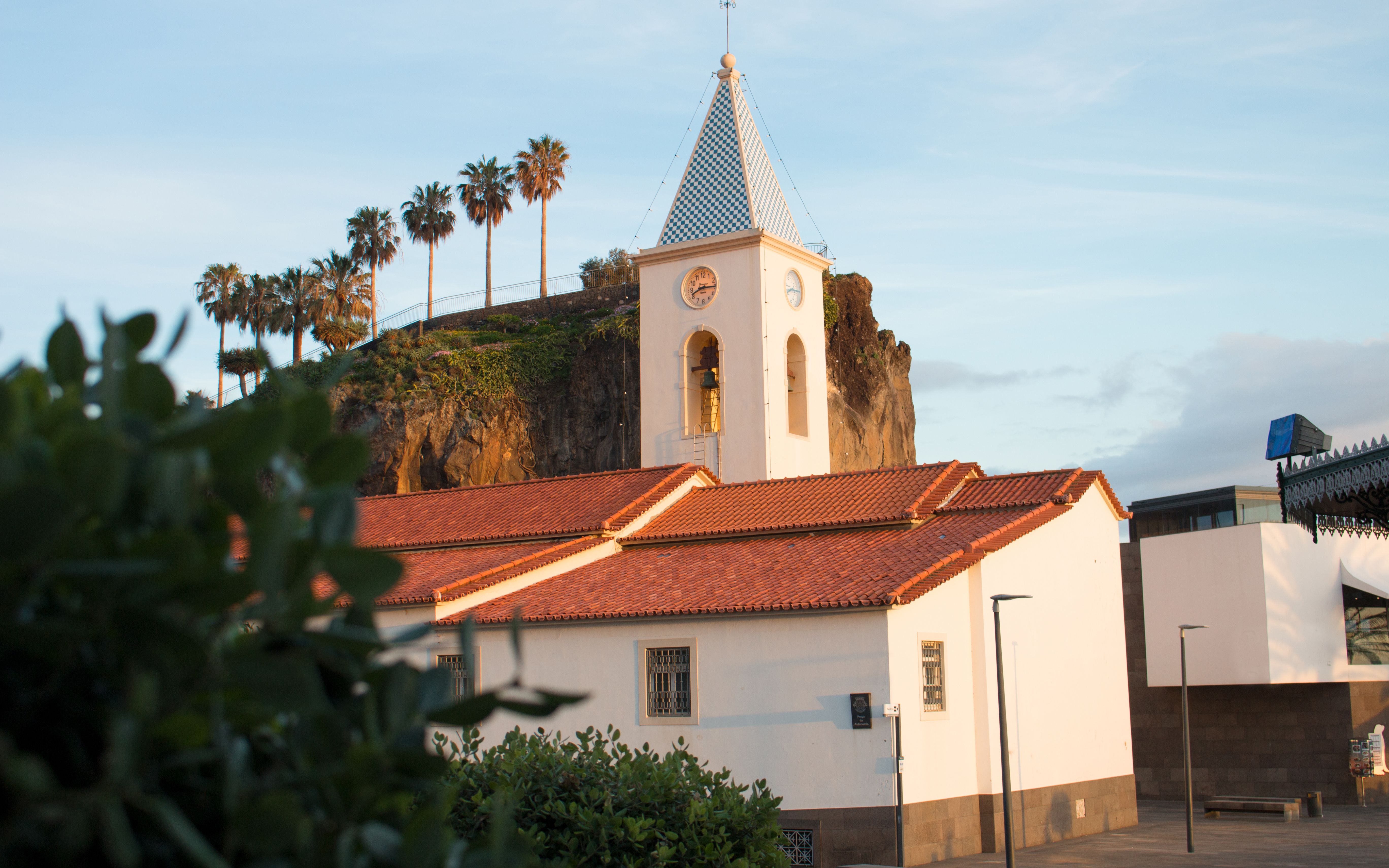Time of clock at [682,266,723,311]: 8:15
